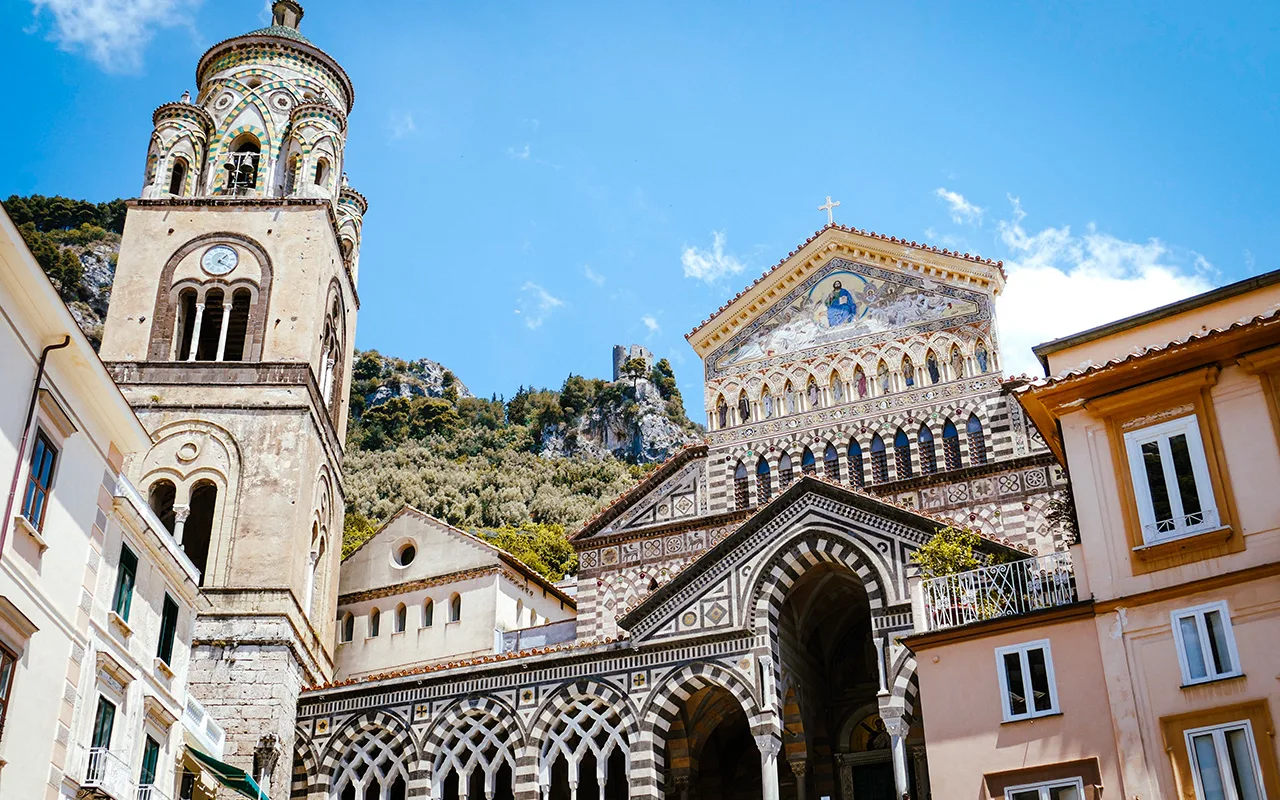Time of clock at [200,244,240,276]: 1:21
